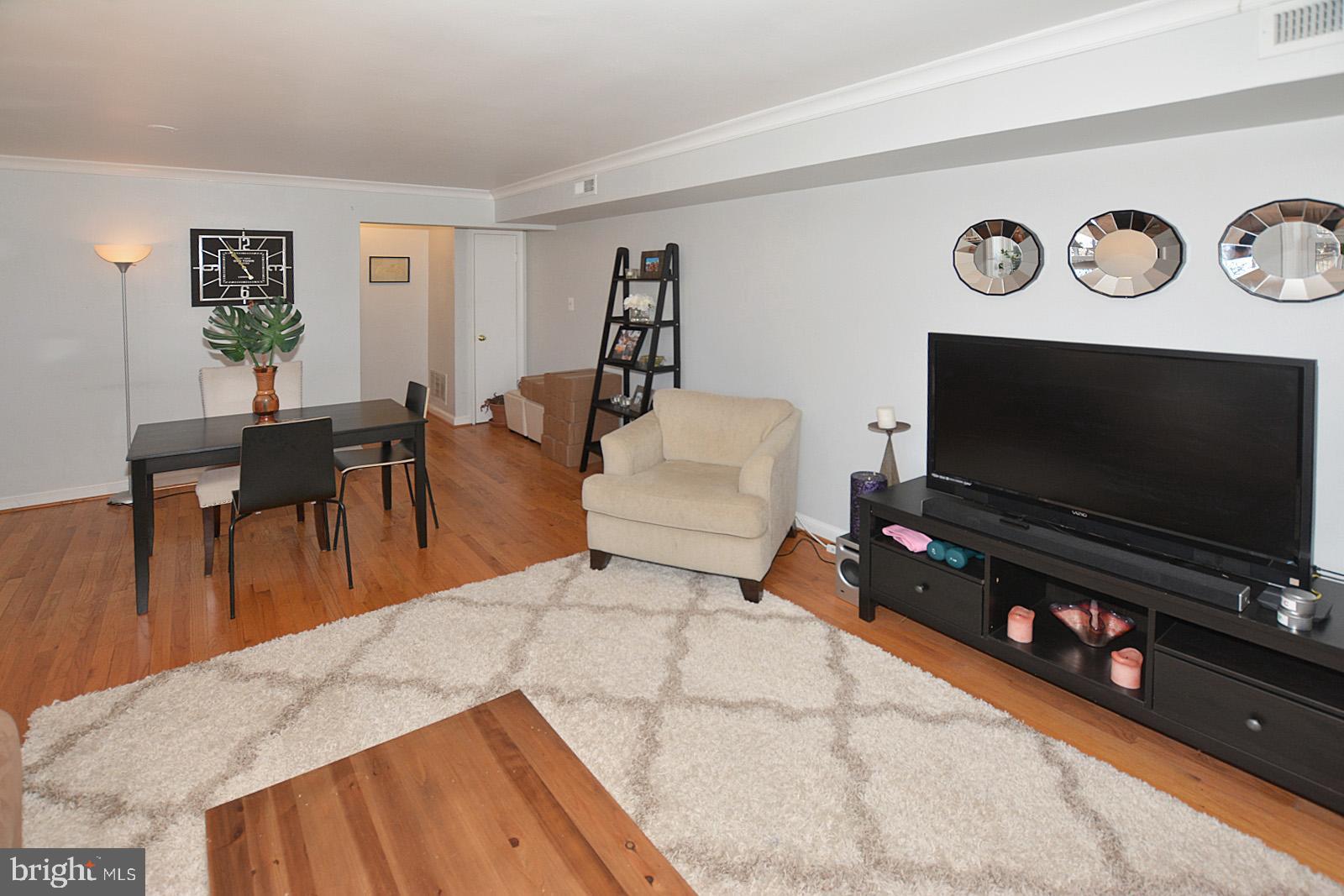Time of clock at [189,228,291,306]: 4:54
